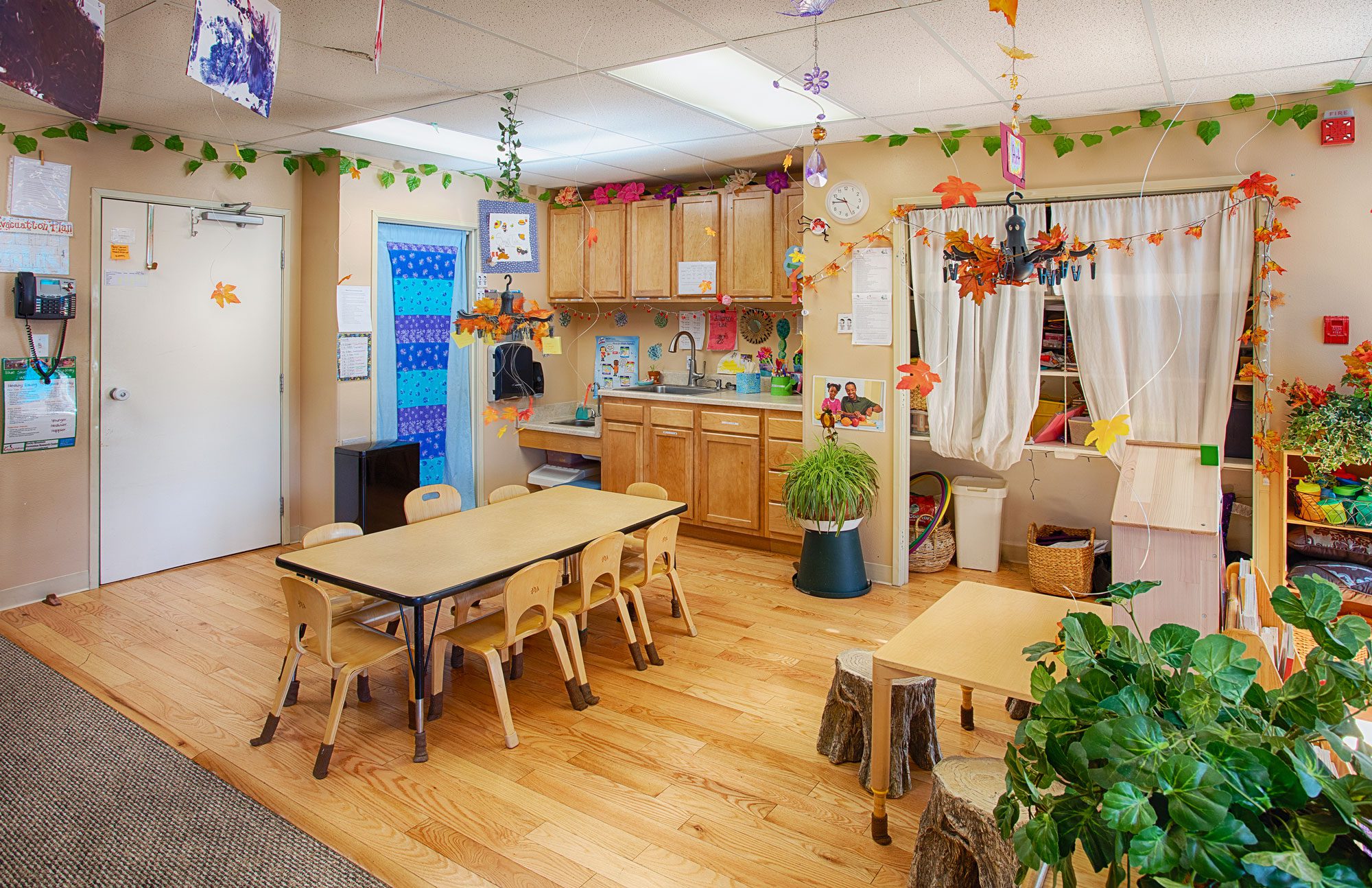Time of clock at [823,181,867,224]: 9:45
